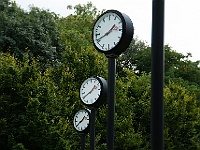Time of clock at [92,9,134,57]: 1:41
